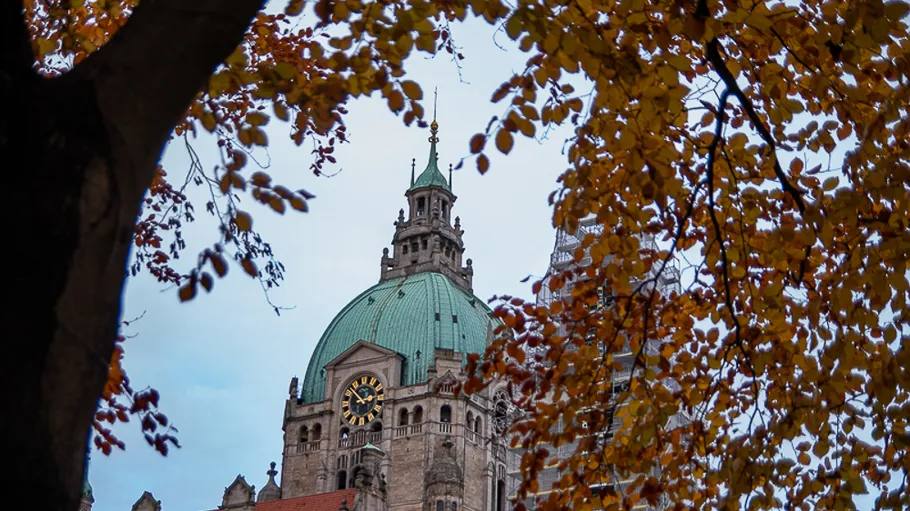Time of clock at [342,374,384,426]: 2:52
